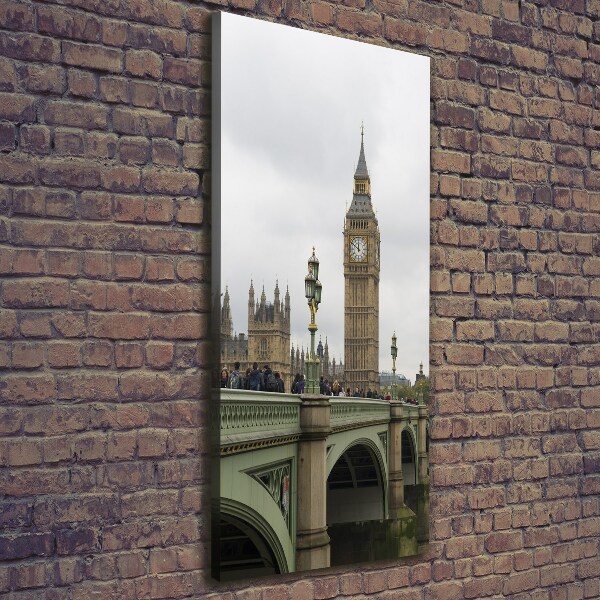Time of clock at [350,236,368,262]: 11:50
